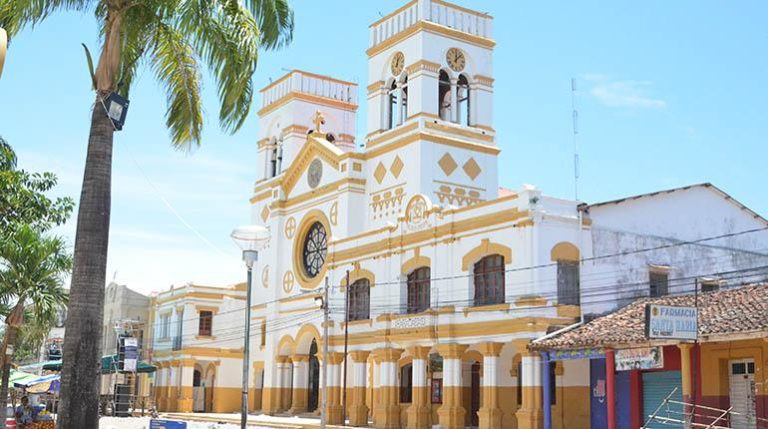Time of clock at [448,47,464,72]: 12:07
